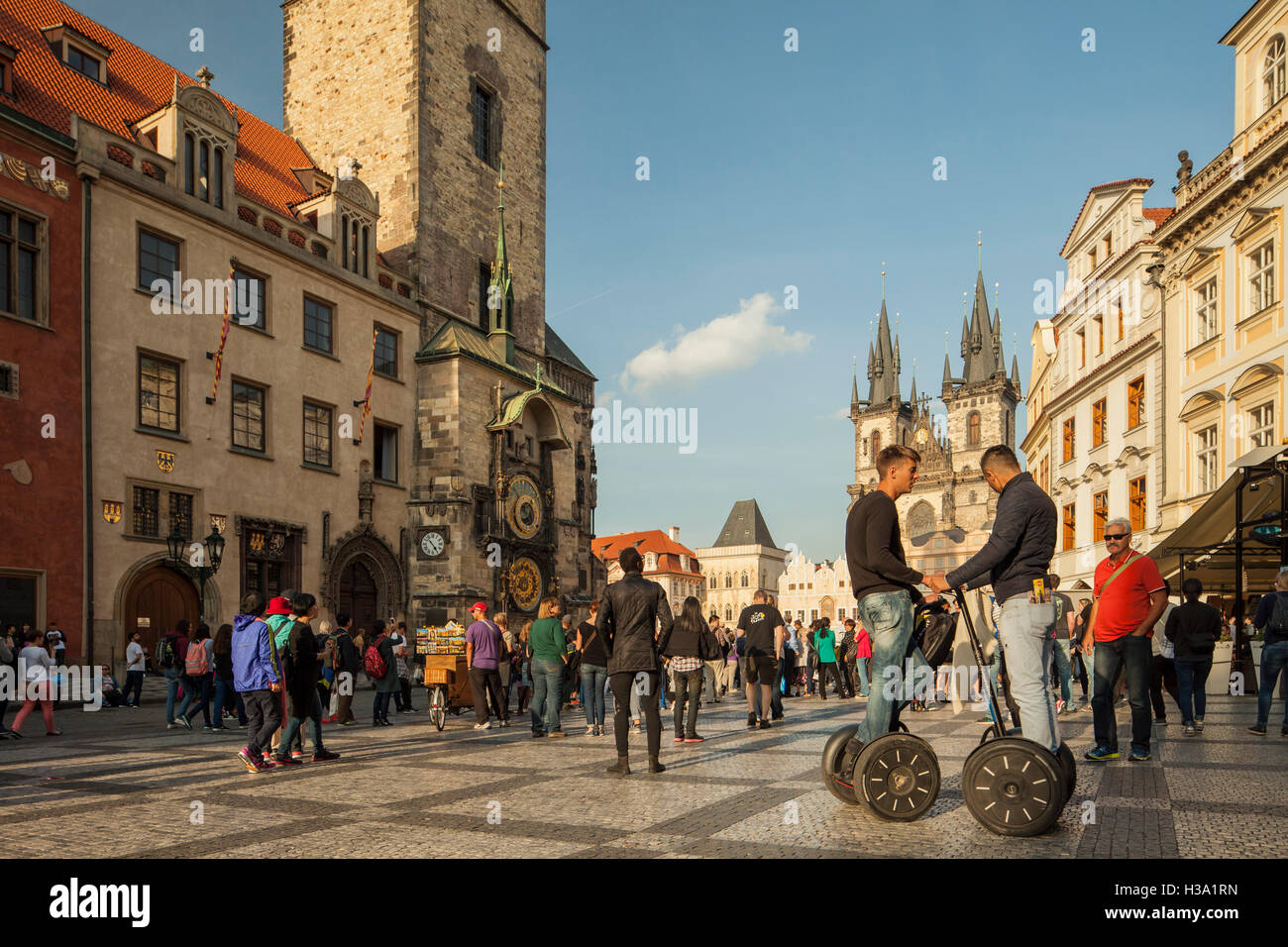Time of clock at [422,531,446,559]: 4:52
